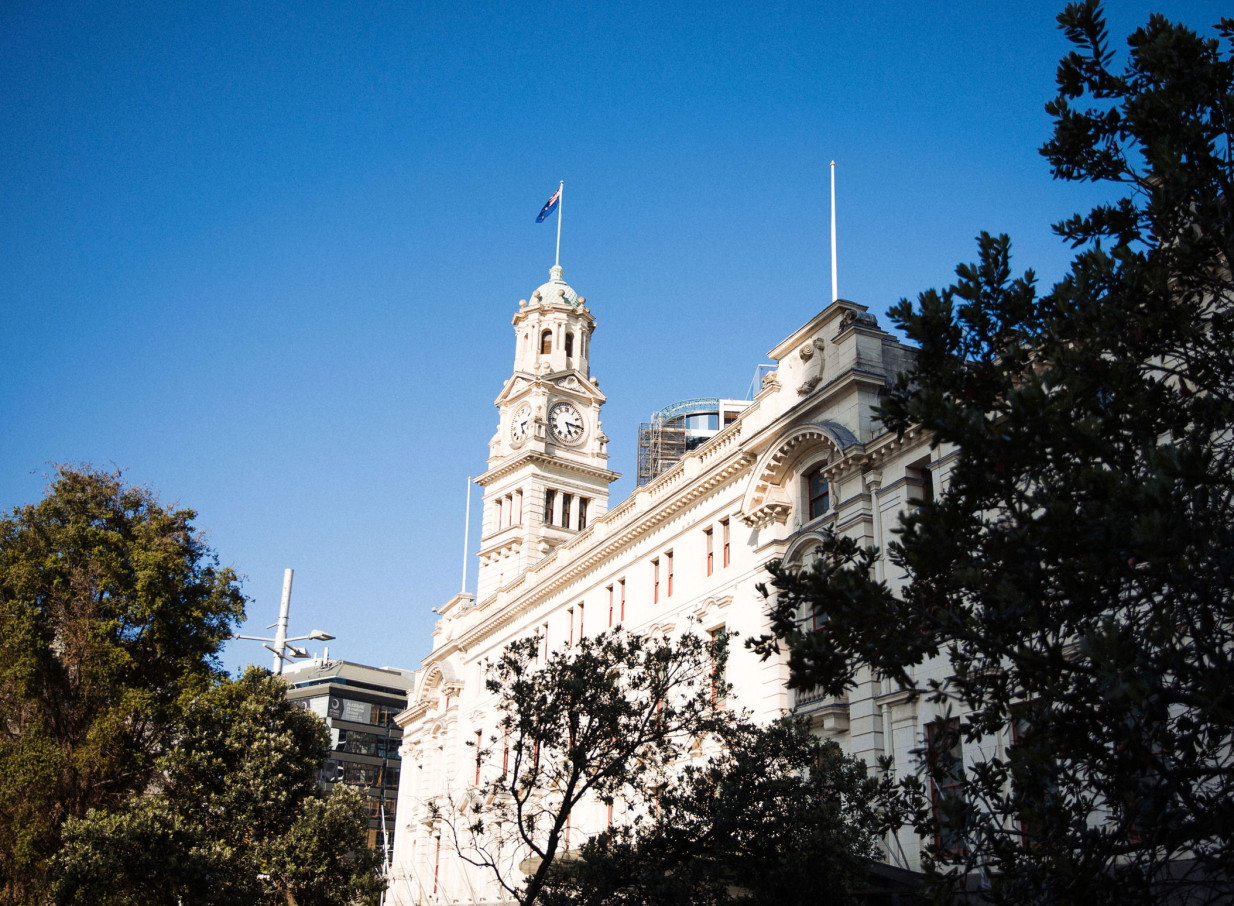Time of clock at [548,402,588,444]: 5:15
